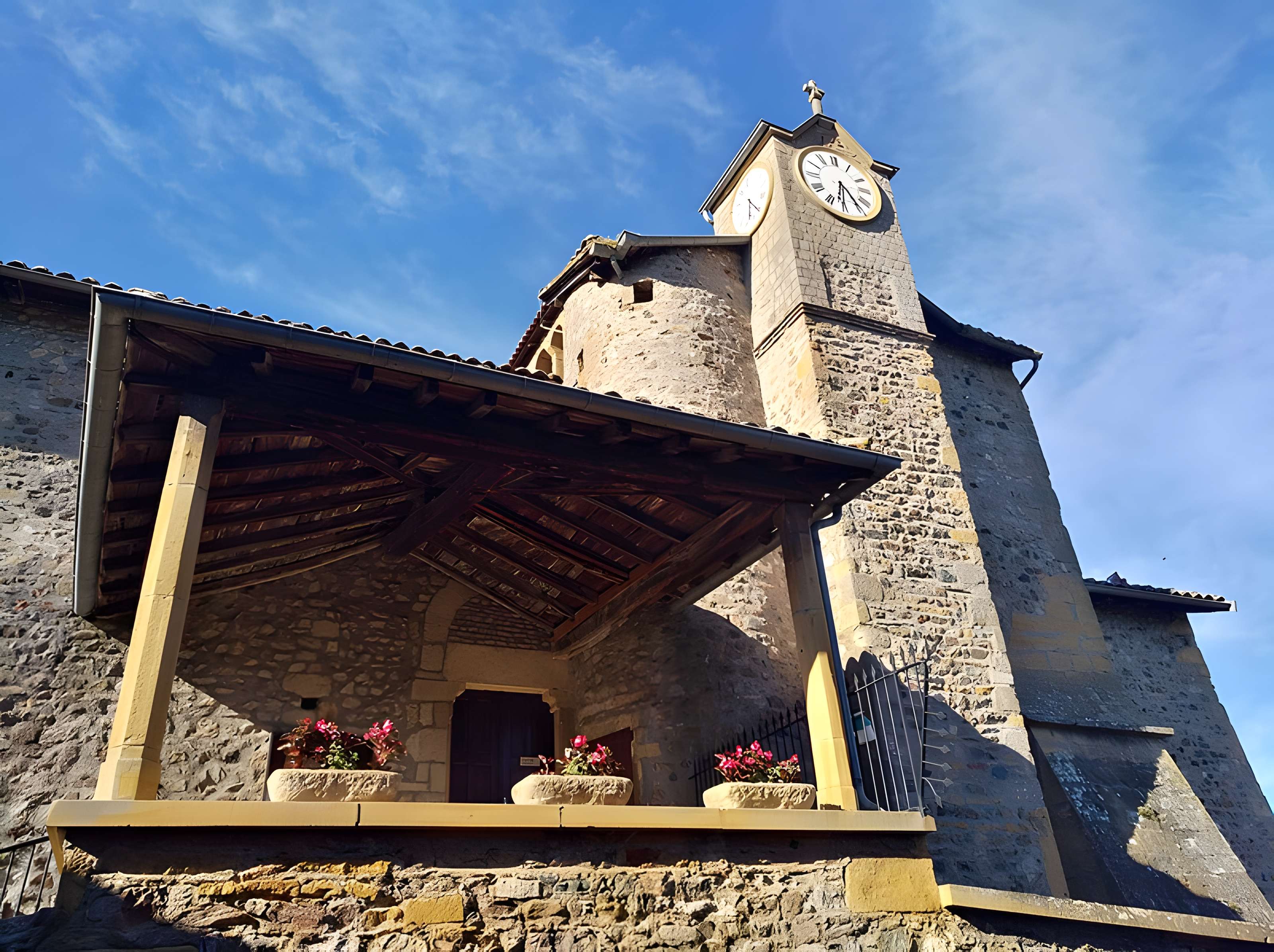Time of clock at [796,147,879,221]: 6:24
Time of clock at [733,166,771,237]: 5:20
